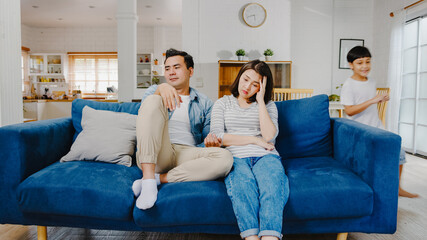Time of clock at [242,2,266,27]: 5:42
